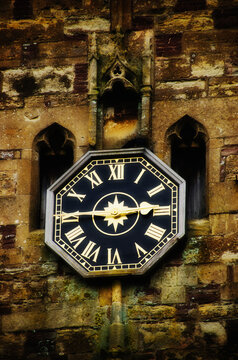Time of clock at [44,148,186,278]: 2:45
